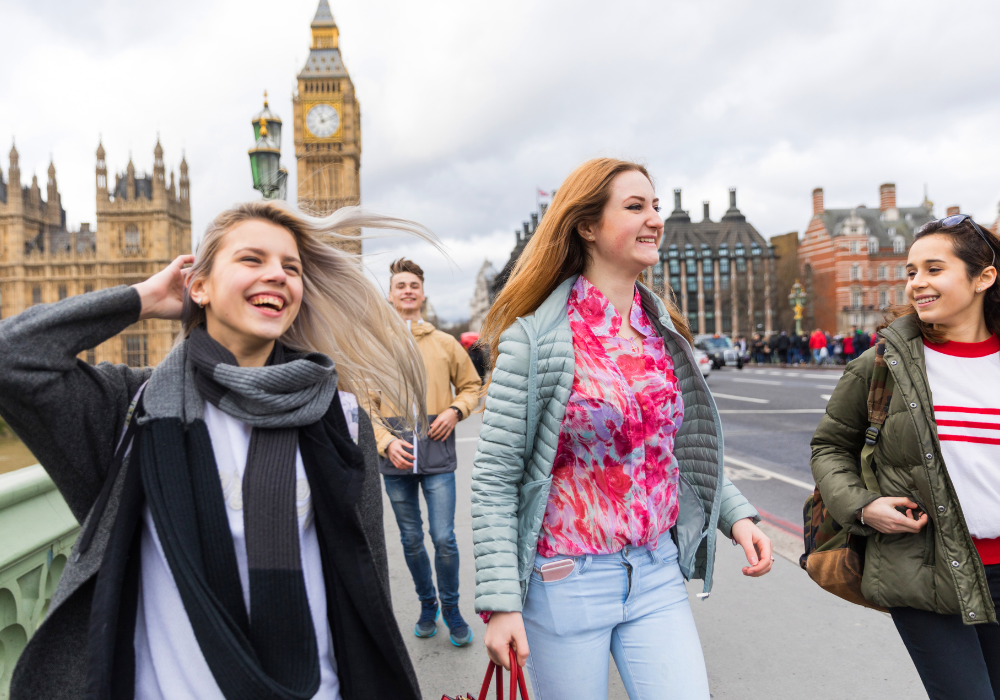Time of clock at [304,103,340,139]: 11:11
